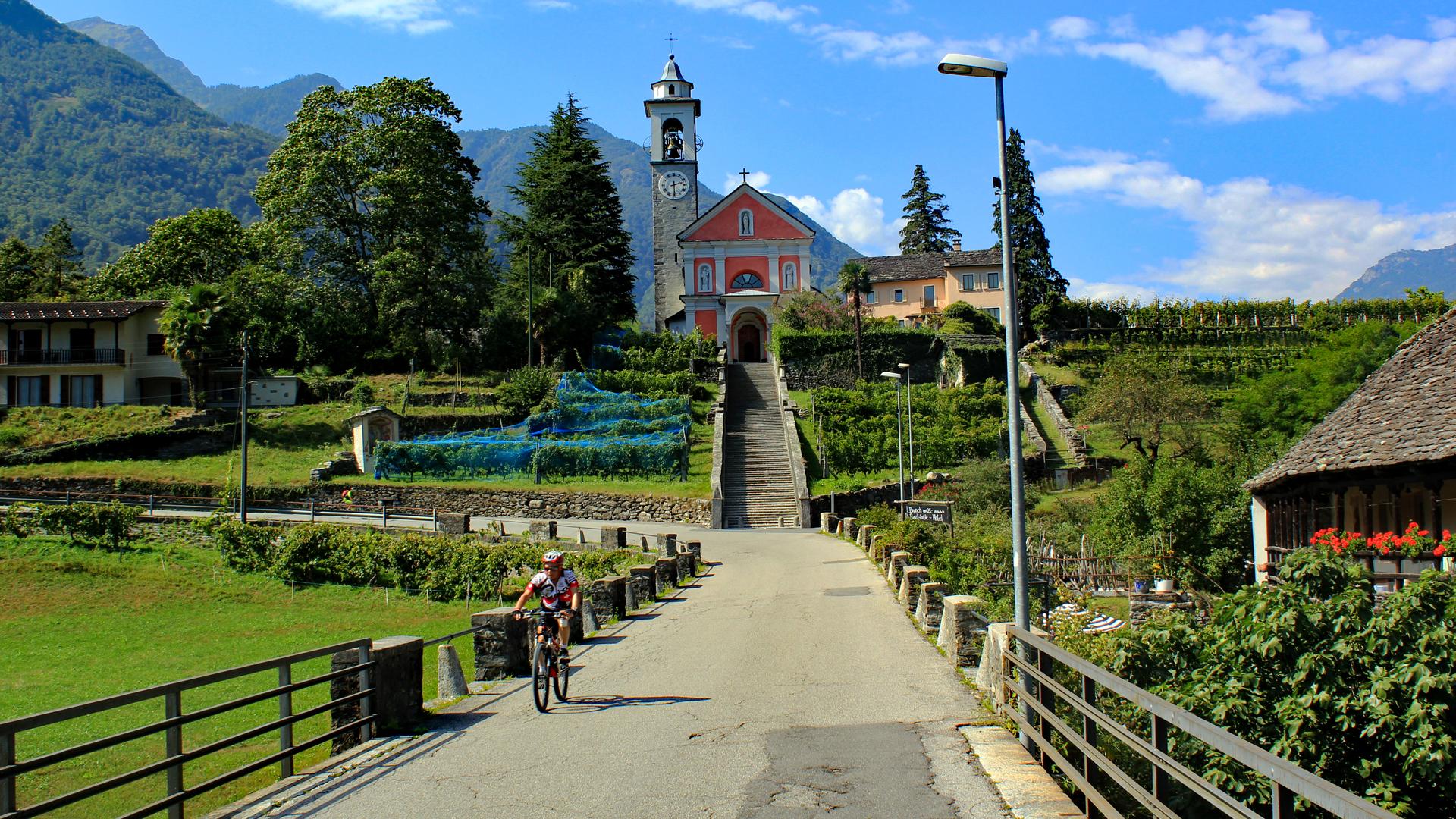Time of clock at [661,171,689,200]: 2:29
